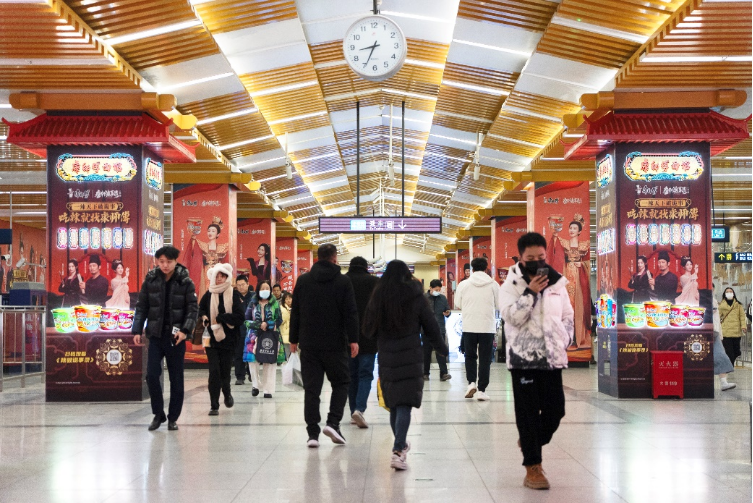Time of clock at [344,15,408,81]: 8:34
